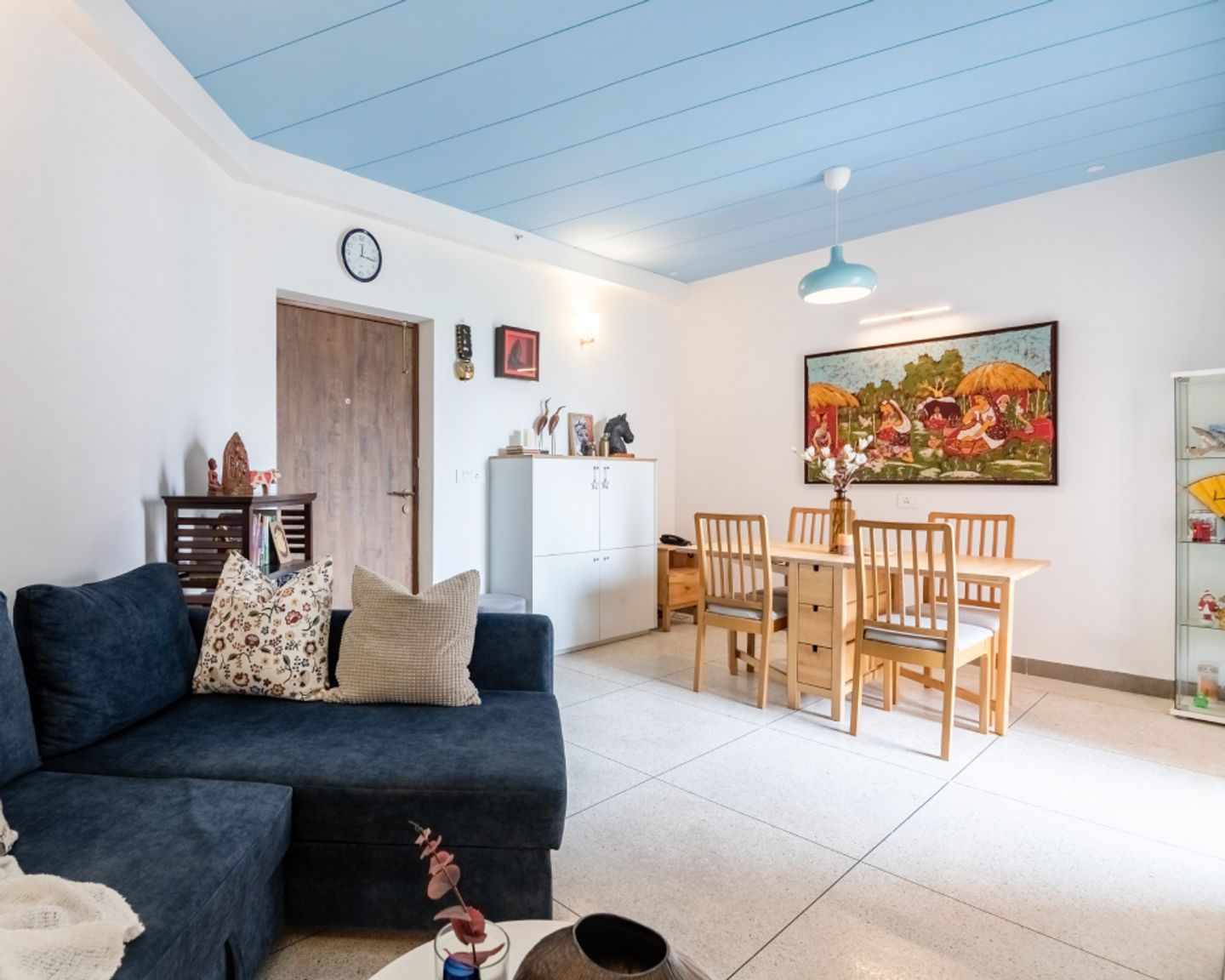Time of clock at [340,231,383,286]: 12:16
